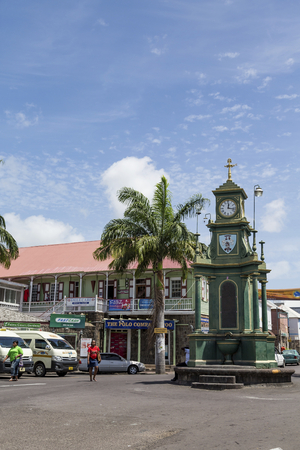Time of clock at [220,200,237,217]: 12:16
